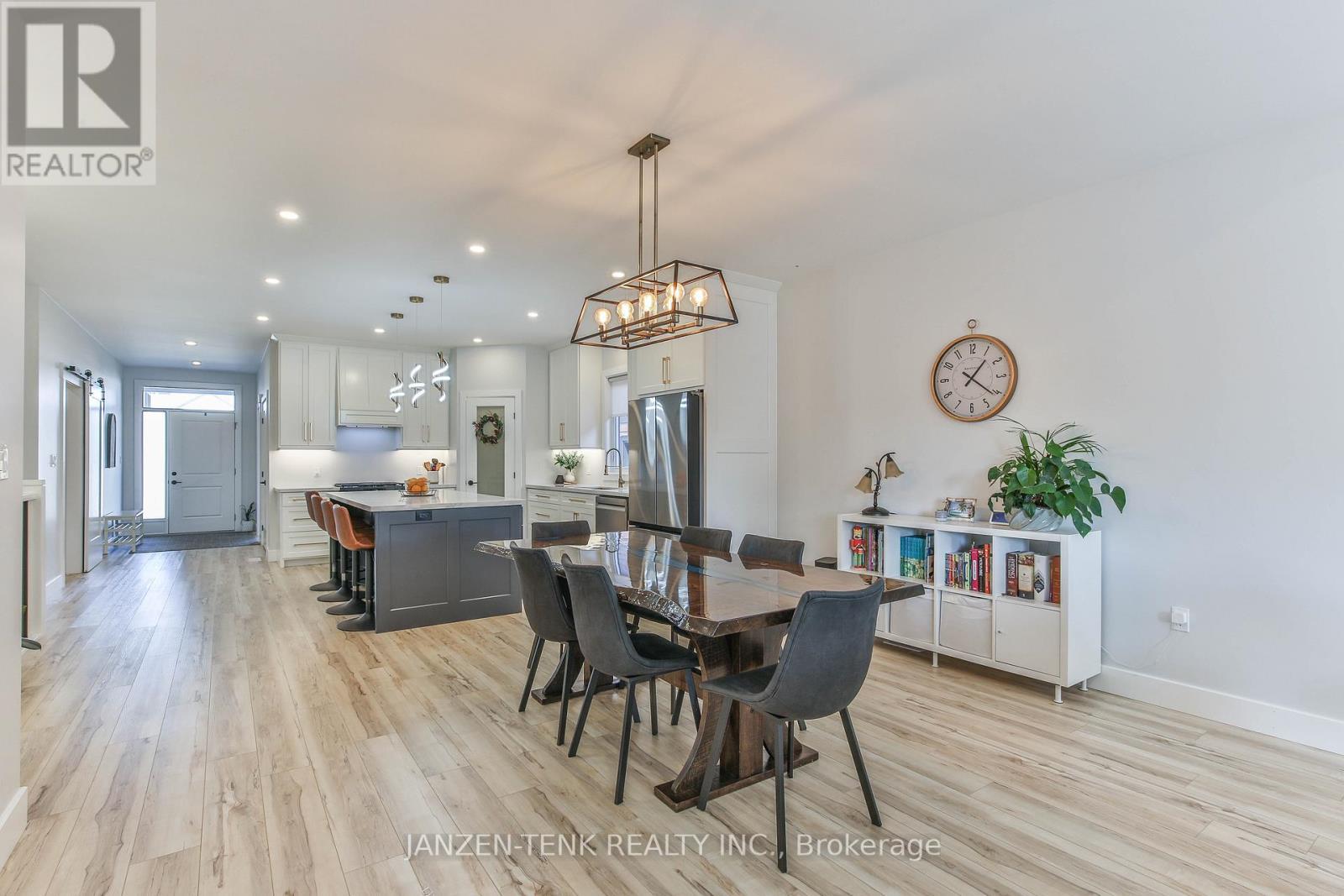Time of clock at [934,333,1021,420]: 1:21
